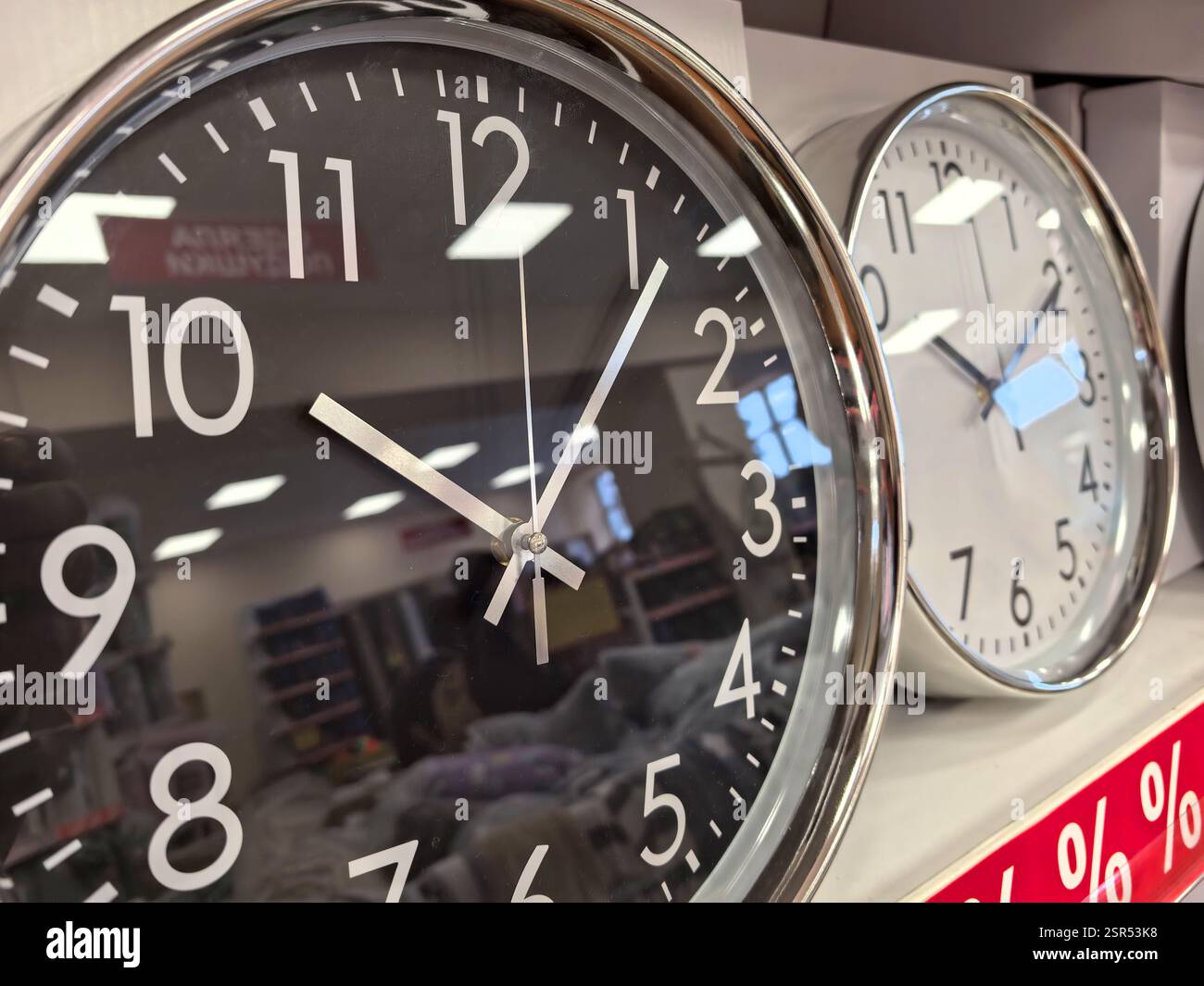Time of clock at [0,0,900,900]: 10:06
